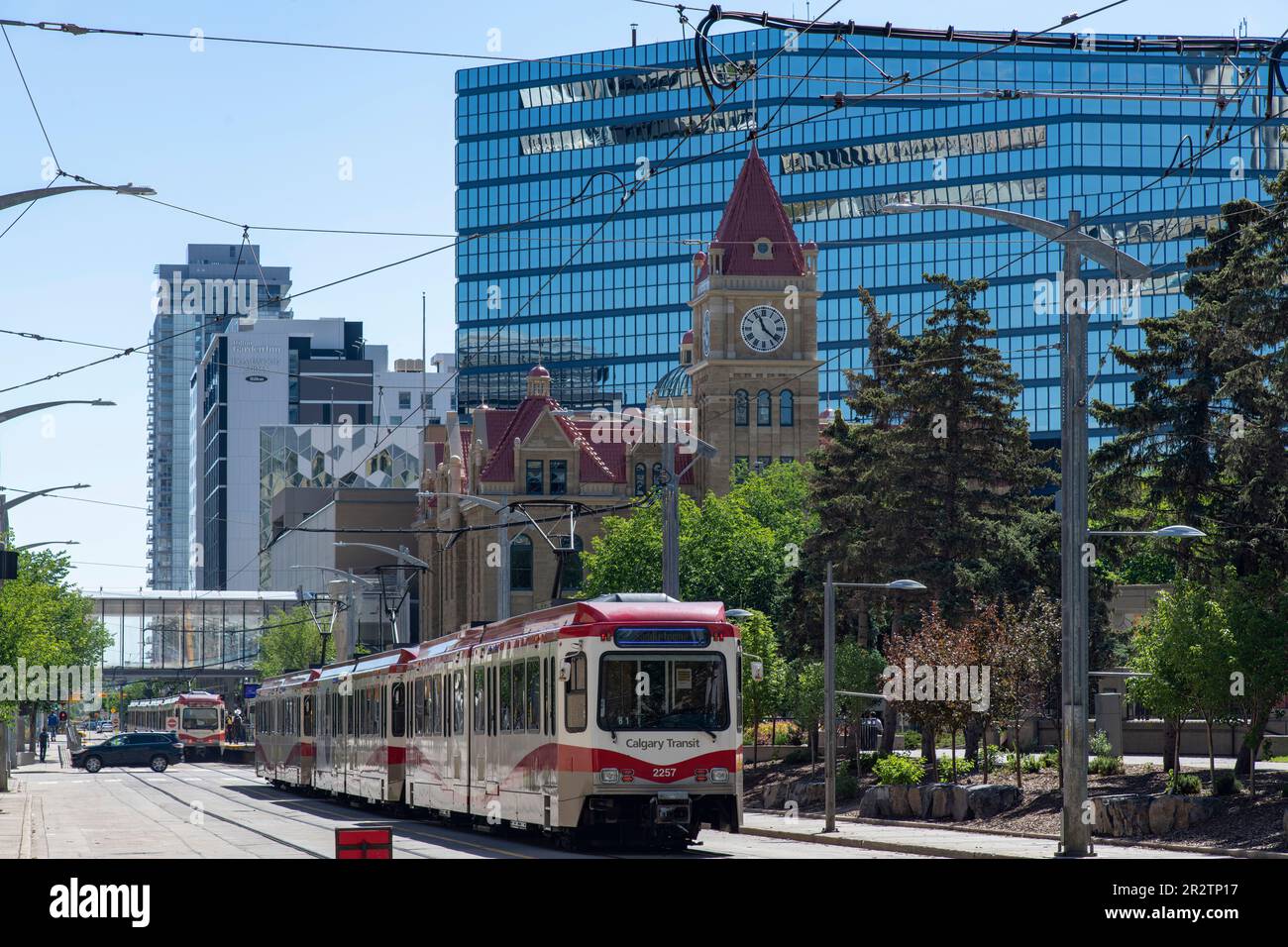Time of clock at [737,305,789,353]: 11:21
